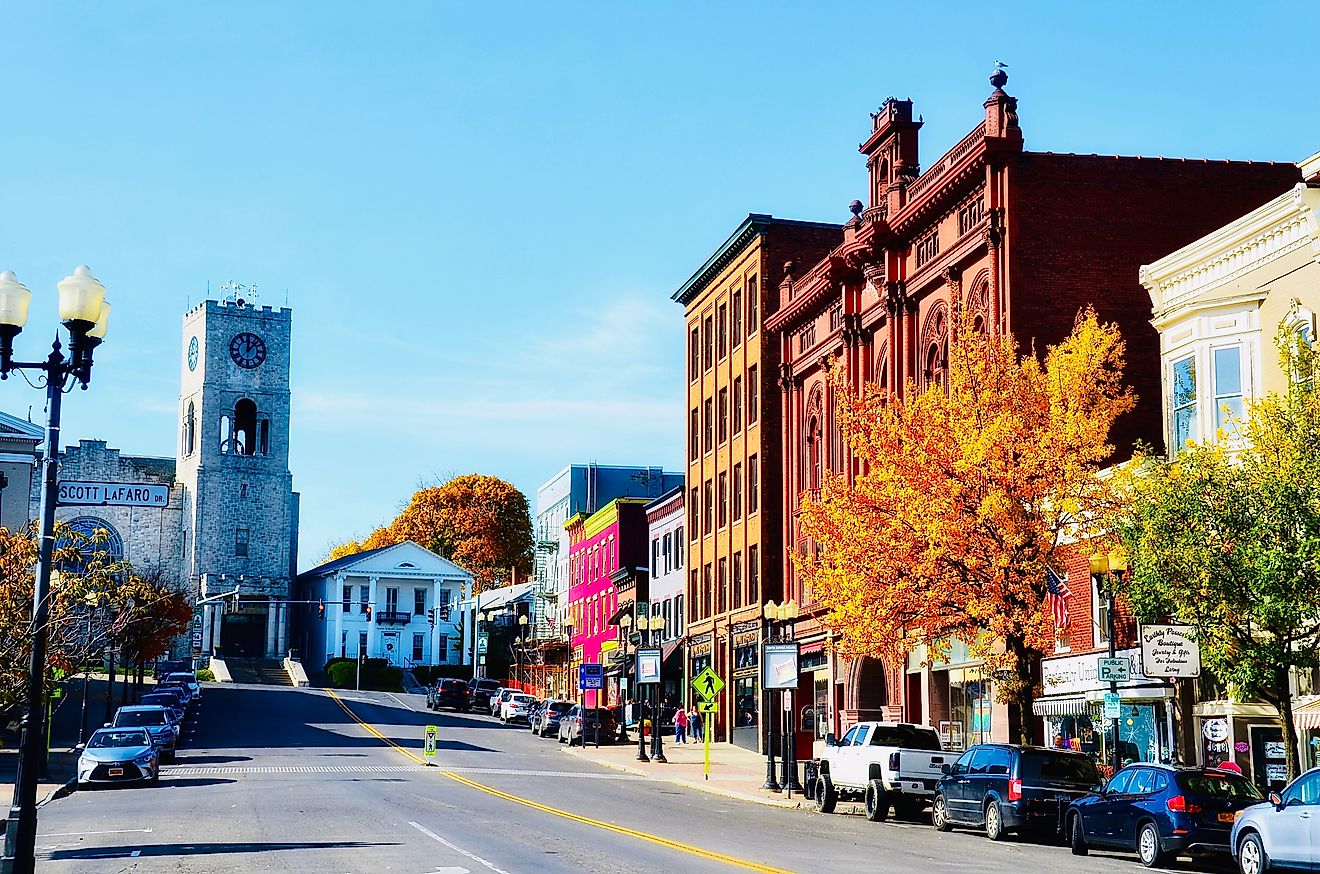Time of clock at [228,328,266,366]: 12:07
